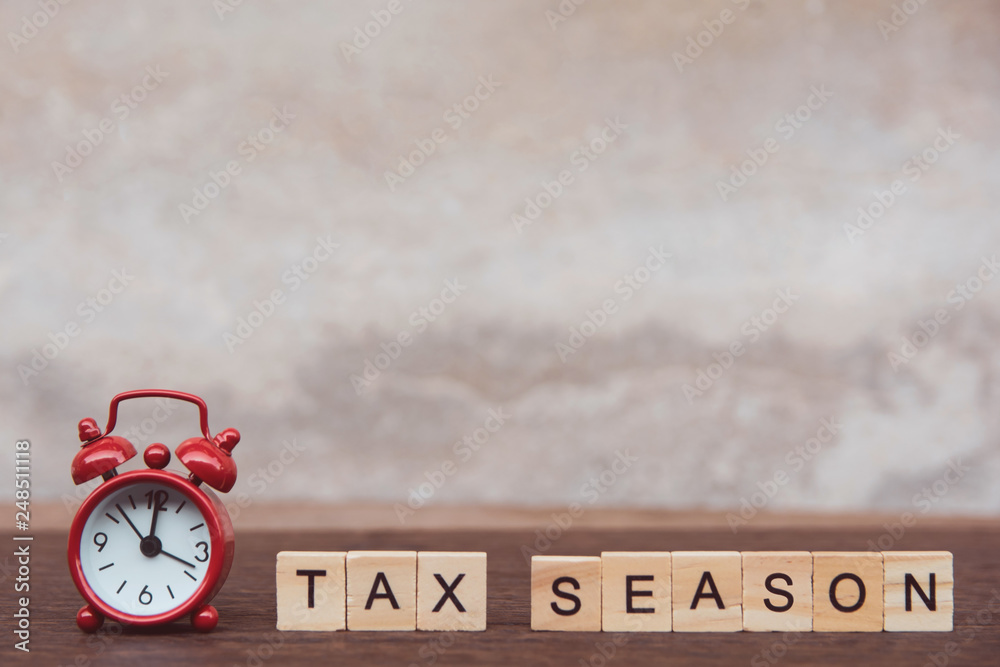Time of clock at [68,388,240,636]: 12:18
